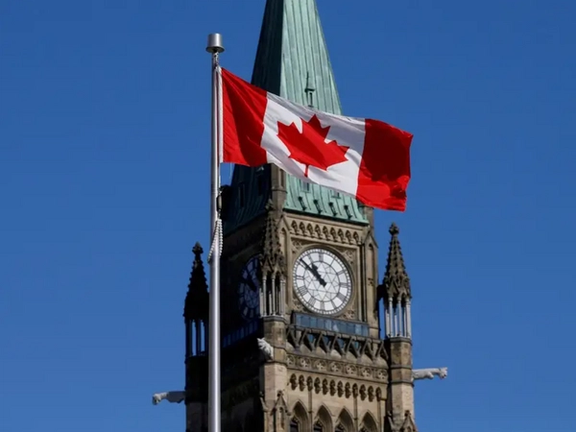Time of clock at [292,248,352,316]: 10:51
